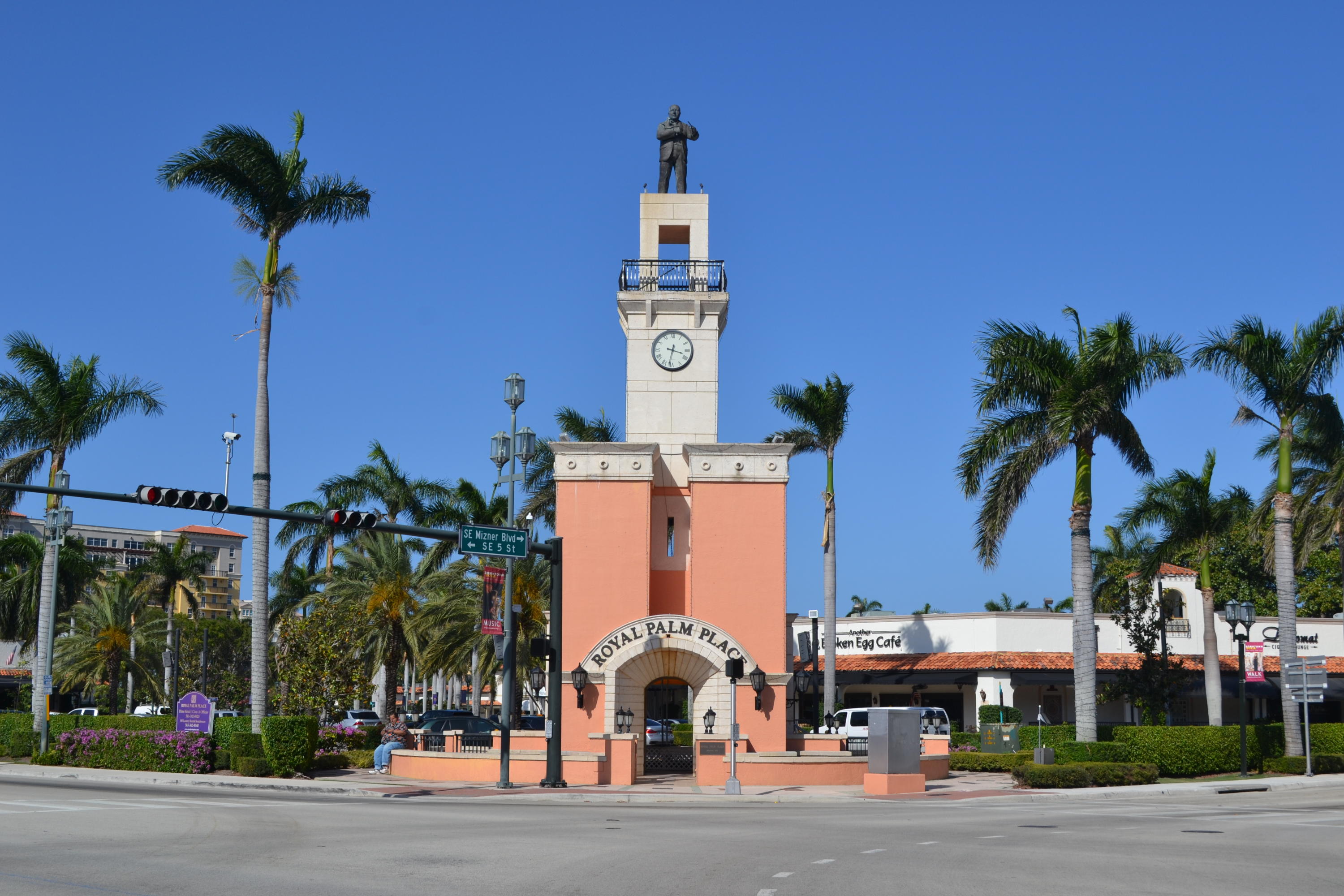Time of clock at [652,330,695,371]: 3:31
